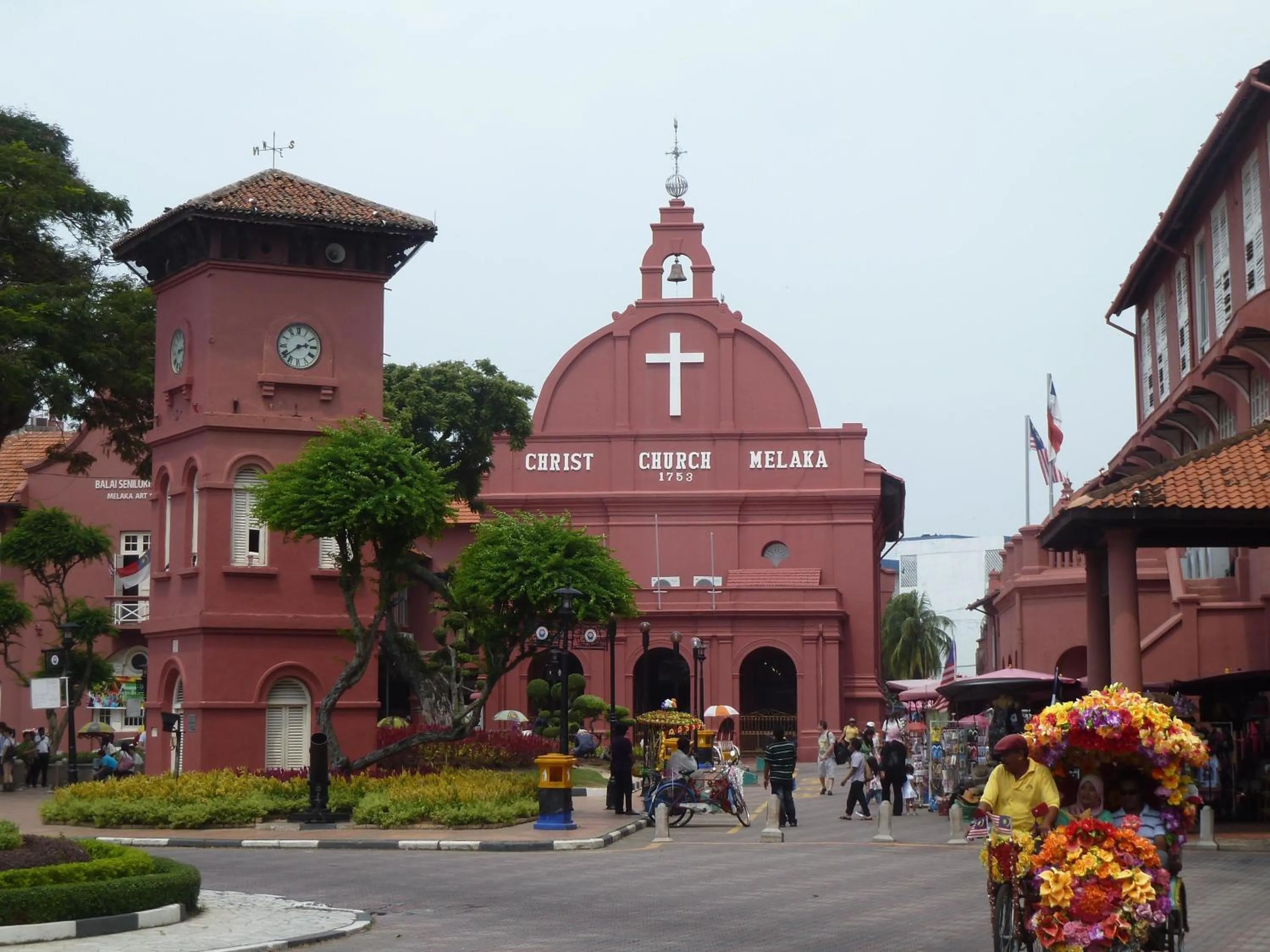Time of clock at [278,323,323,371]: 2:38
